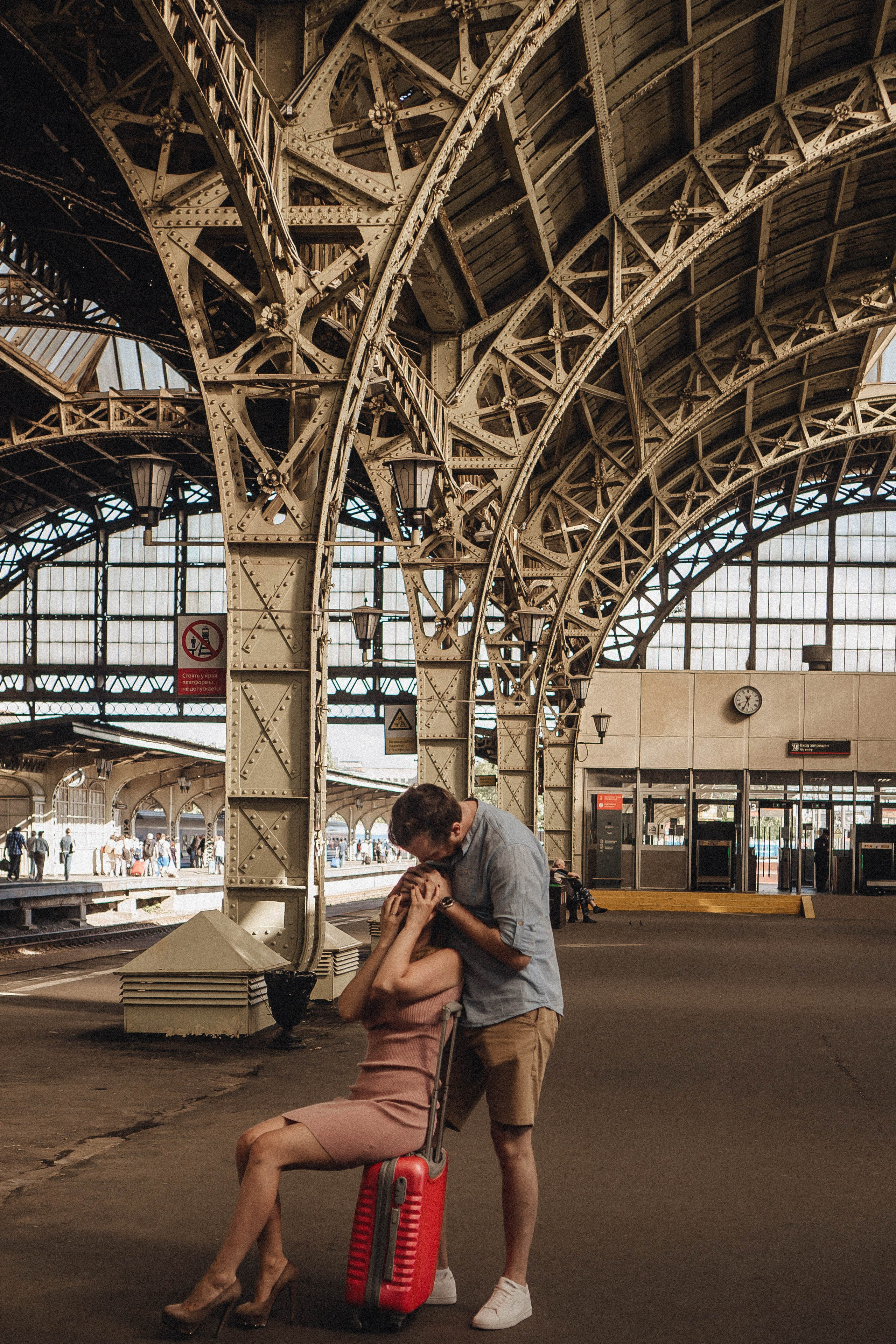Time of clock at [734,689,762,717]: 5:33
